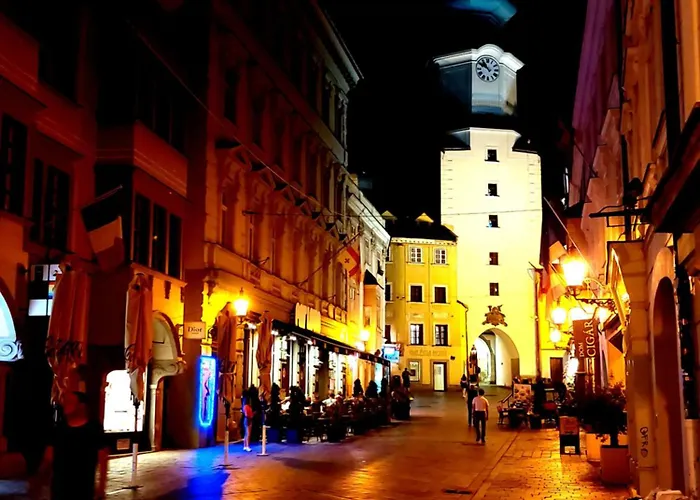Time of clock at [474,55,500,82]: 10:50
